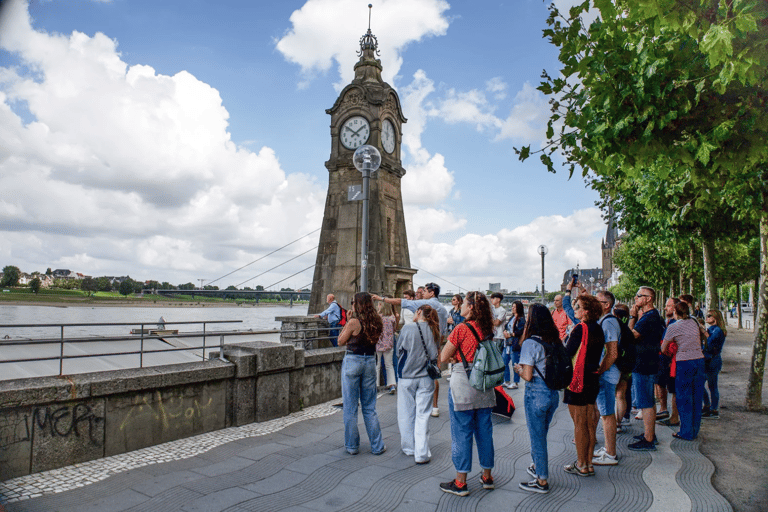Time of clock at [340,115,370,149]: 1:50
